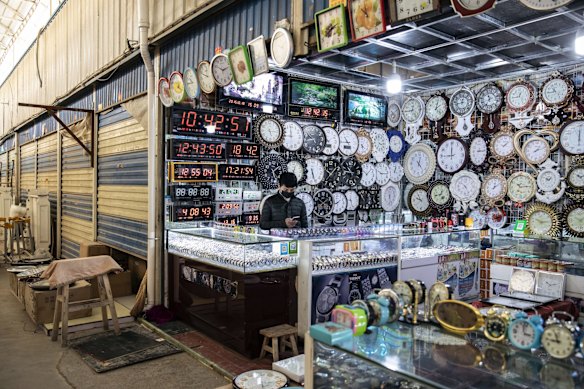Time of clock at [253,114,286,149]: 5:15
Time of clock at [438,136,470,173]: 11:44
